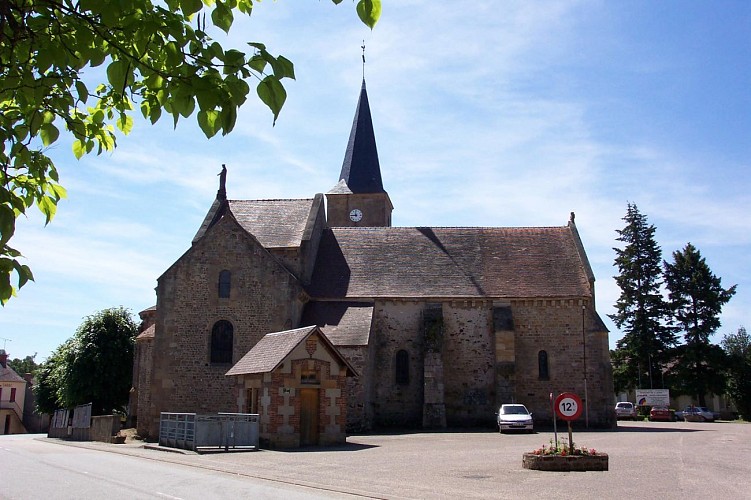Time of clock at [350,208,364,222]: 11:45
